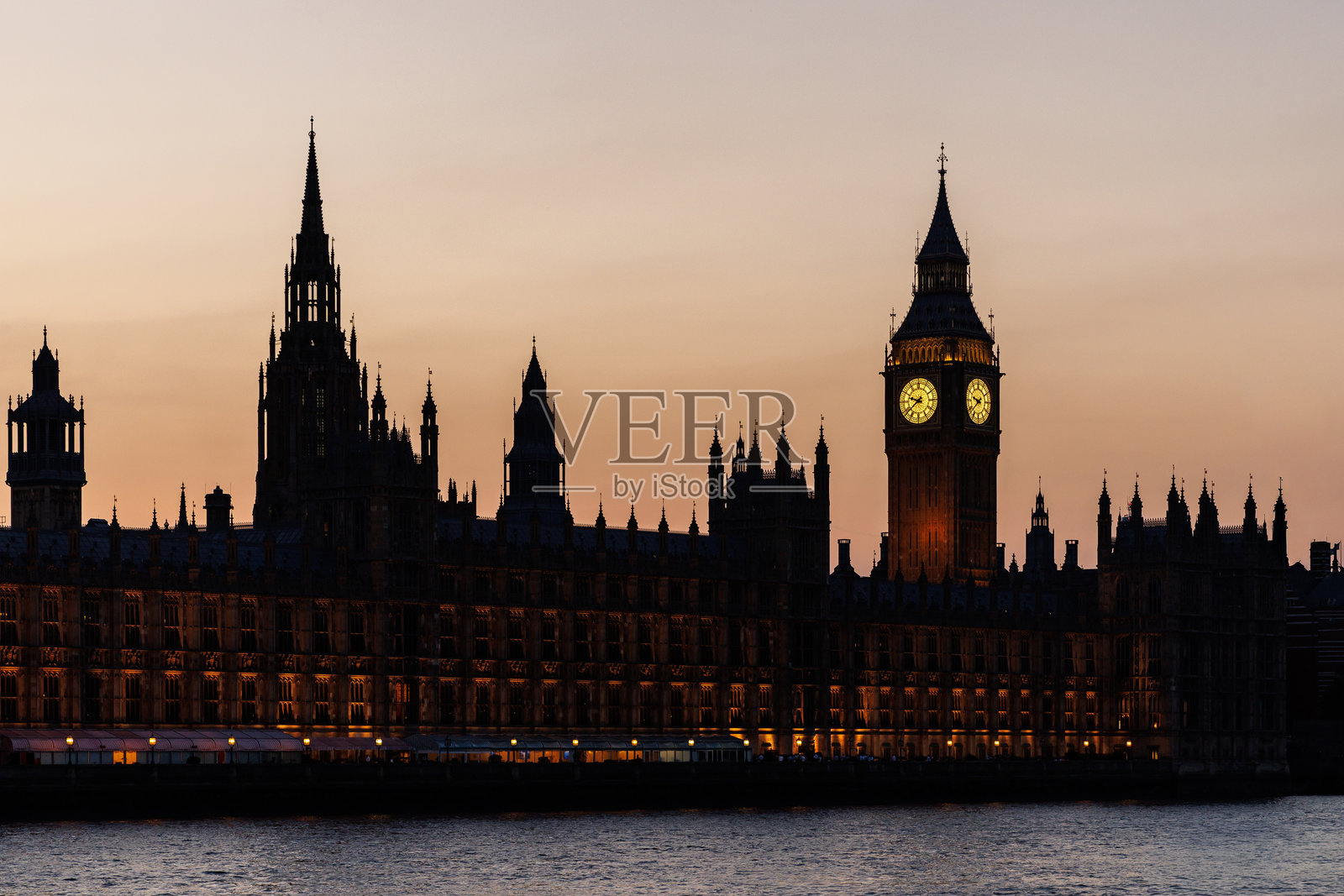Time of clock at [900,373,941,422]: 9:38
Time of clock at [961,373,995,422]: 9:38
